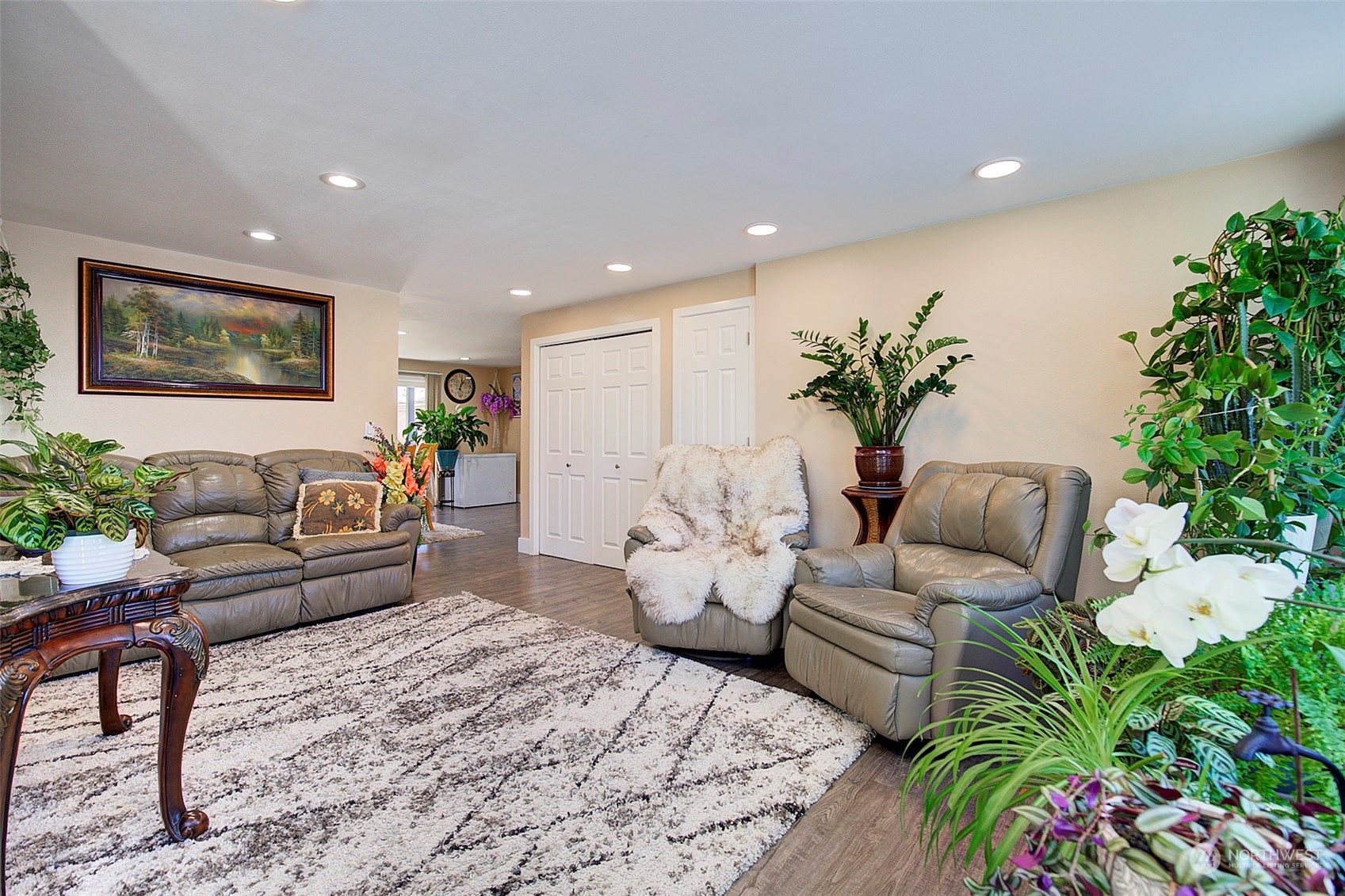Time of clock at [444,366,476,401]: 1:01
